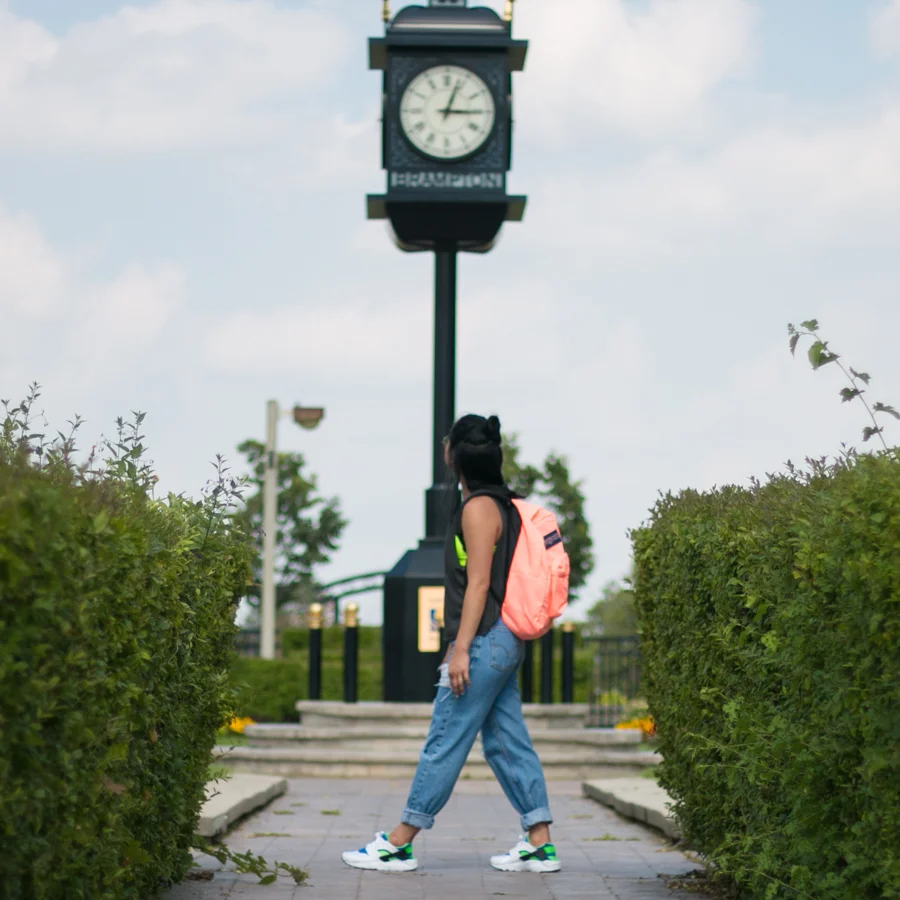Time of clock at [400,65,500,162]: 3:03
